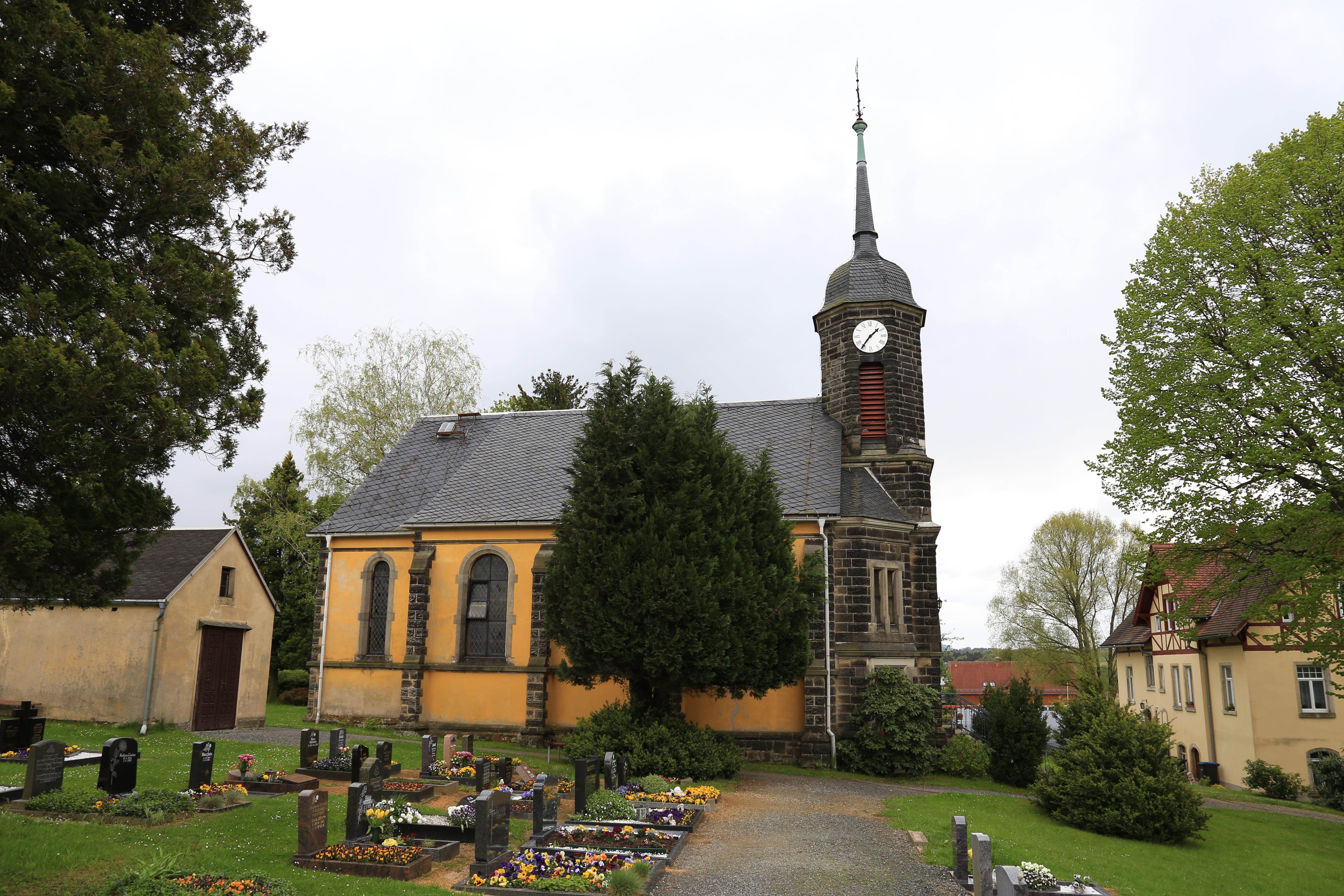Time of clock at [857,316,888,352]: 1:36
